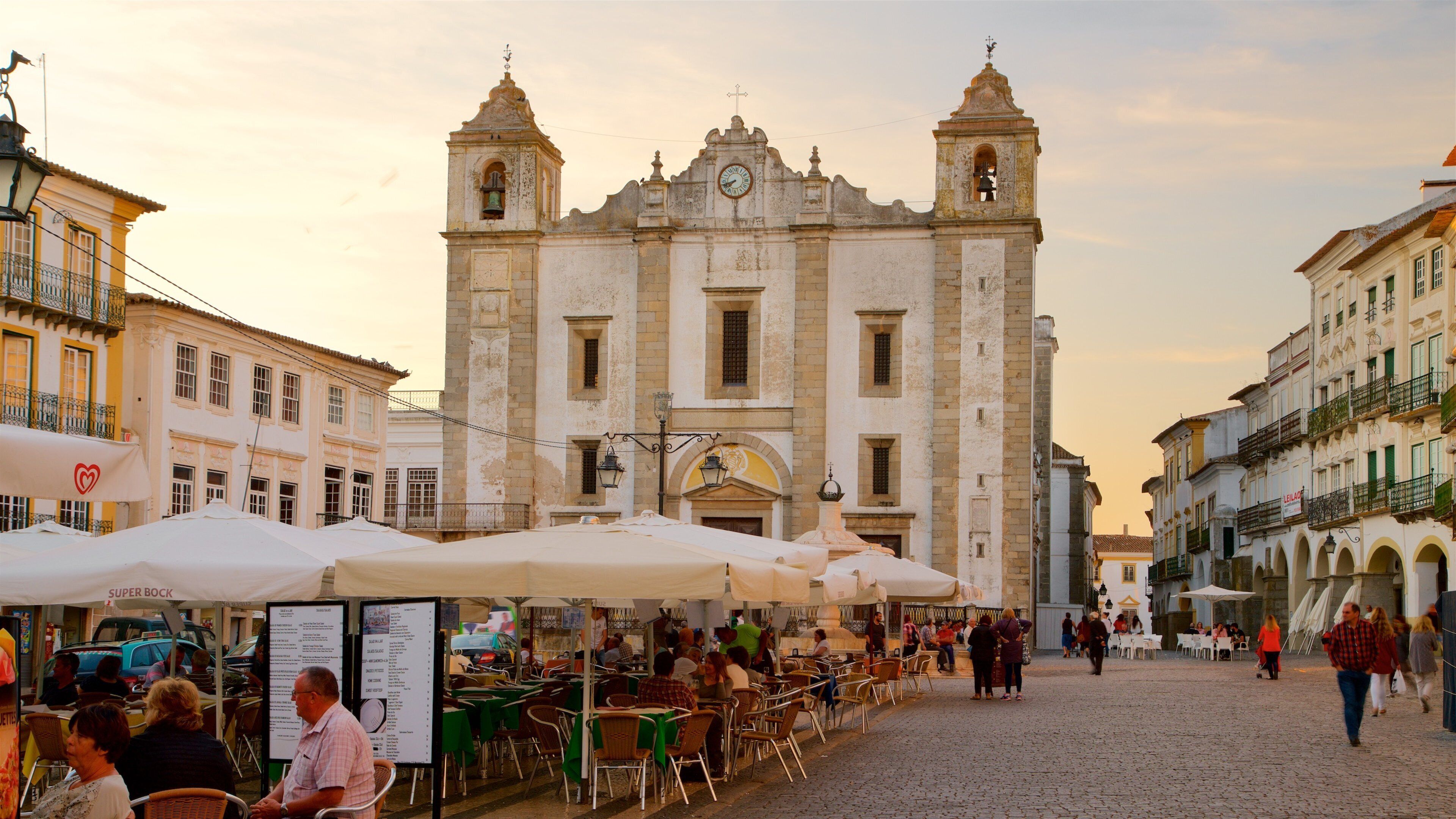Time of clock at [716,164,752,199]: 7:41
